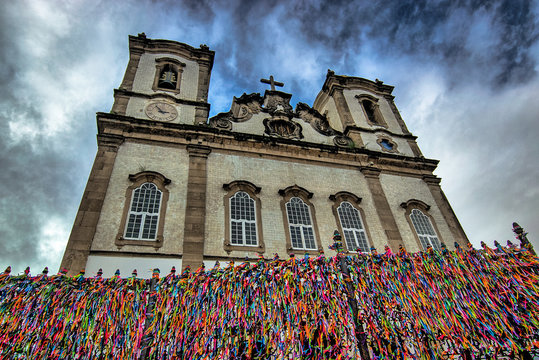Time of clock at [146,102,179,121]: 2:54
